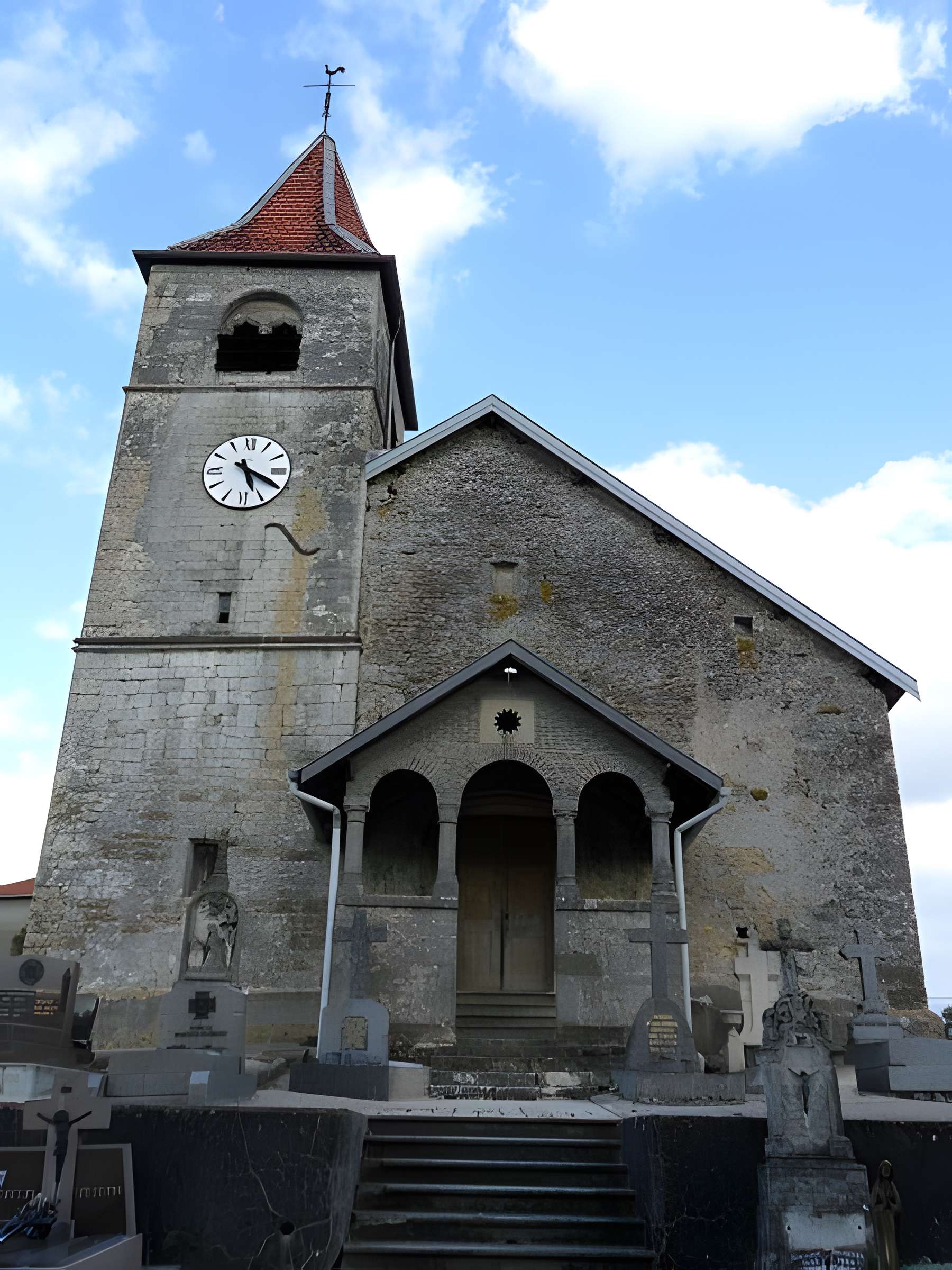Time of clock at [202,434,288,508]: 5:19
